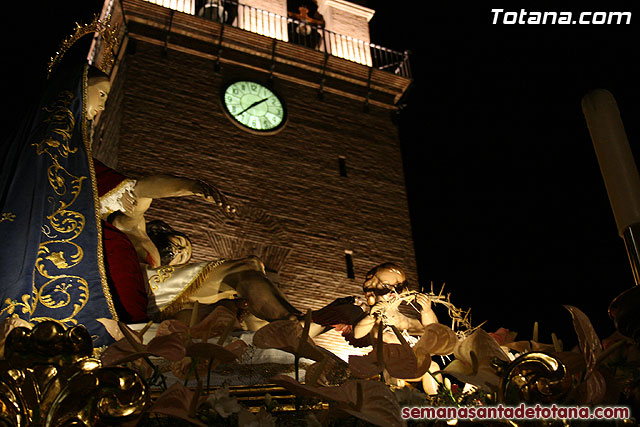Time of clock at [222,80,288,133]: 1:37
